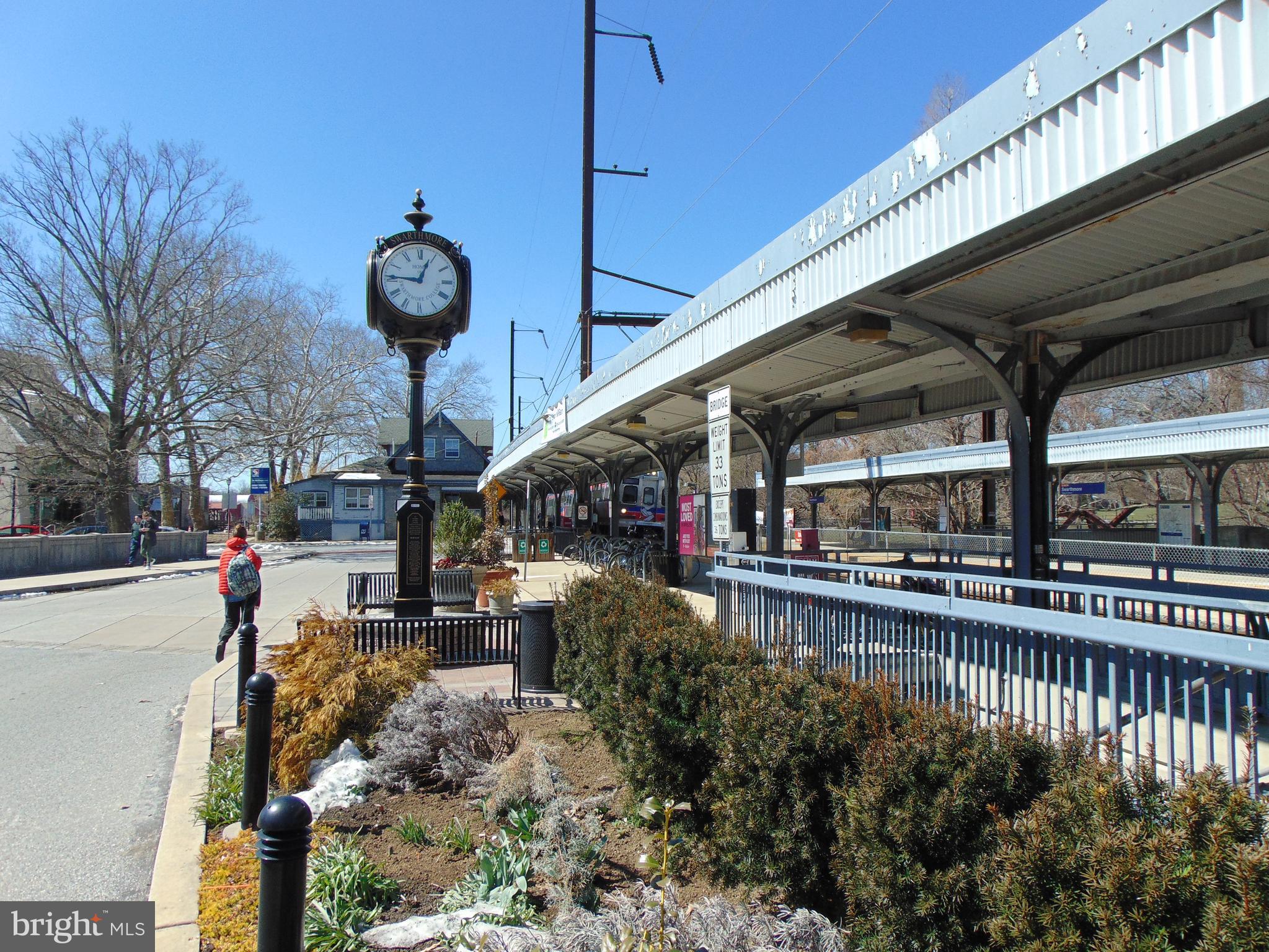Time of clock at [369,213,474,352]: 12:45
